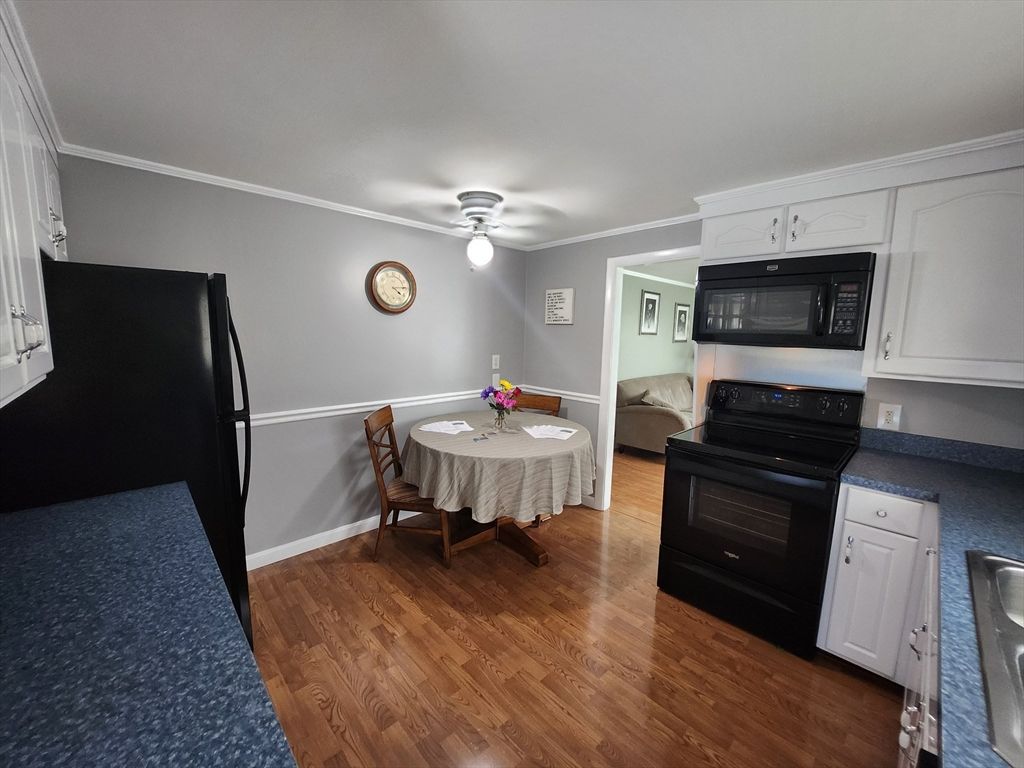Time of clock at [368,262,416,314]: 4:14
